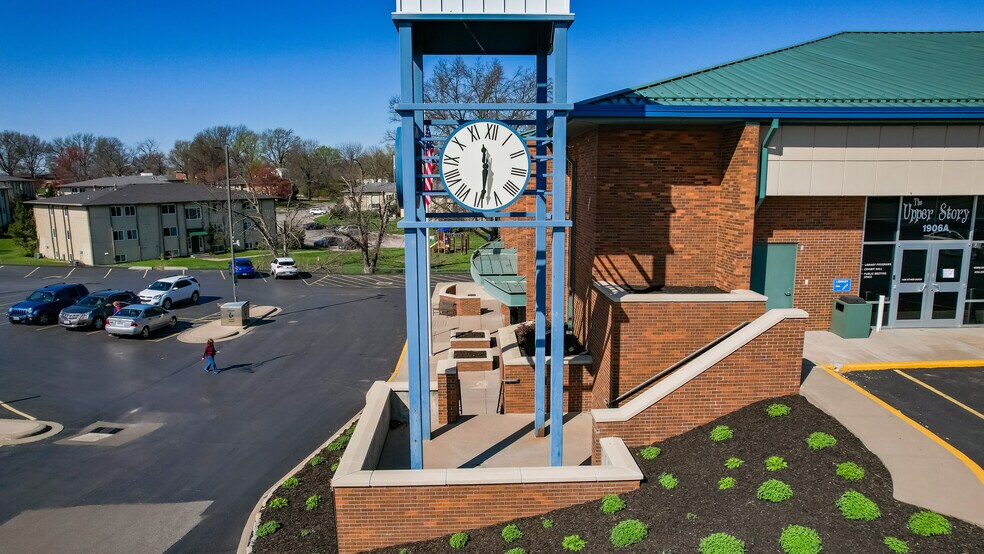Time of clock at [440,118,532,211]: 11:29
